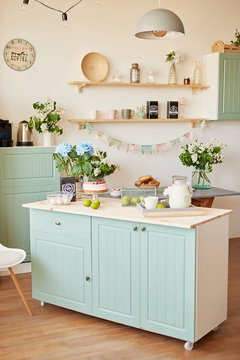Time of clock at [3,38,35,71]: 1:46
